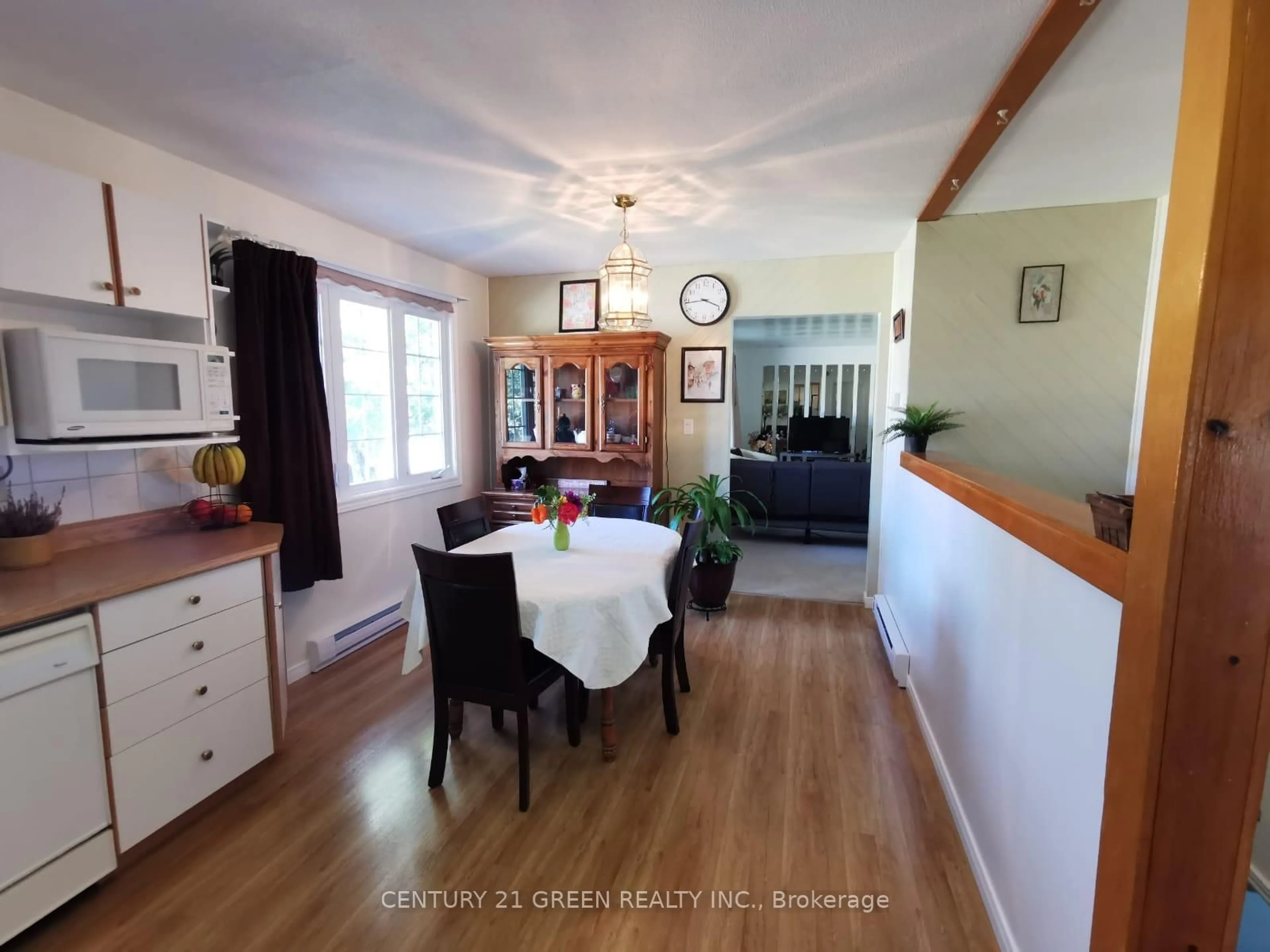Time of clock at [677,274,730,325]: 3:43
